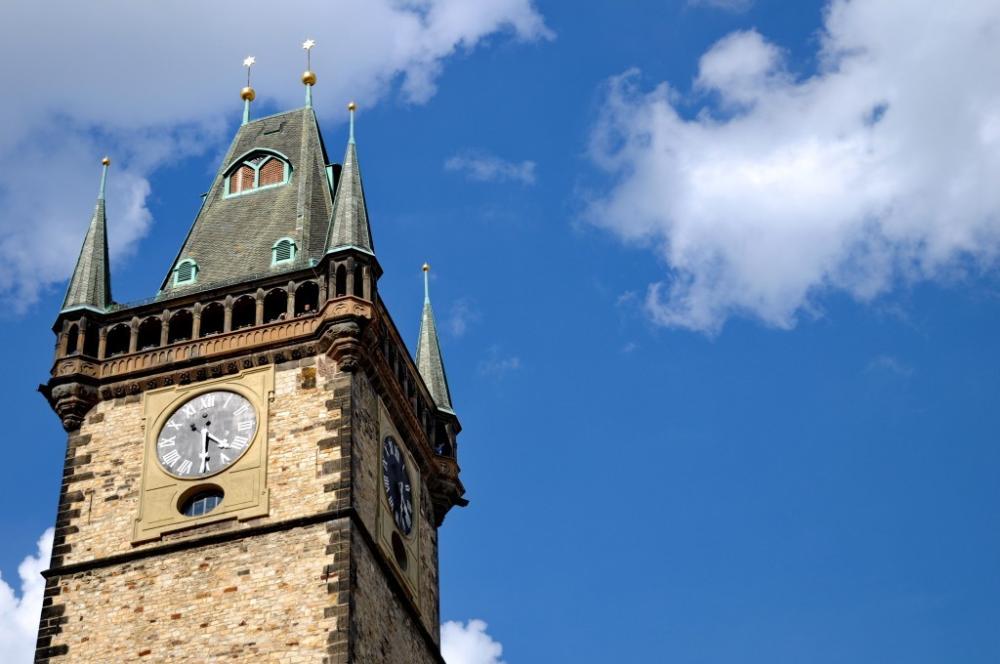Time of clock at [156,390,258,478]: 4:30
